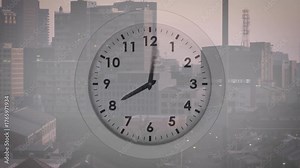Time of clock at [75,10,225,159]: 8:00
